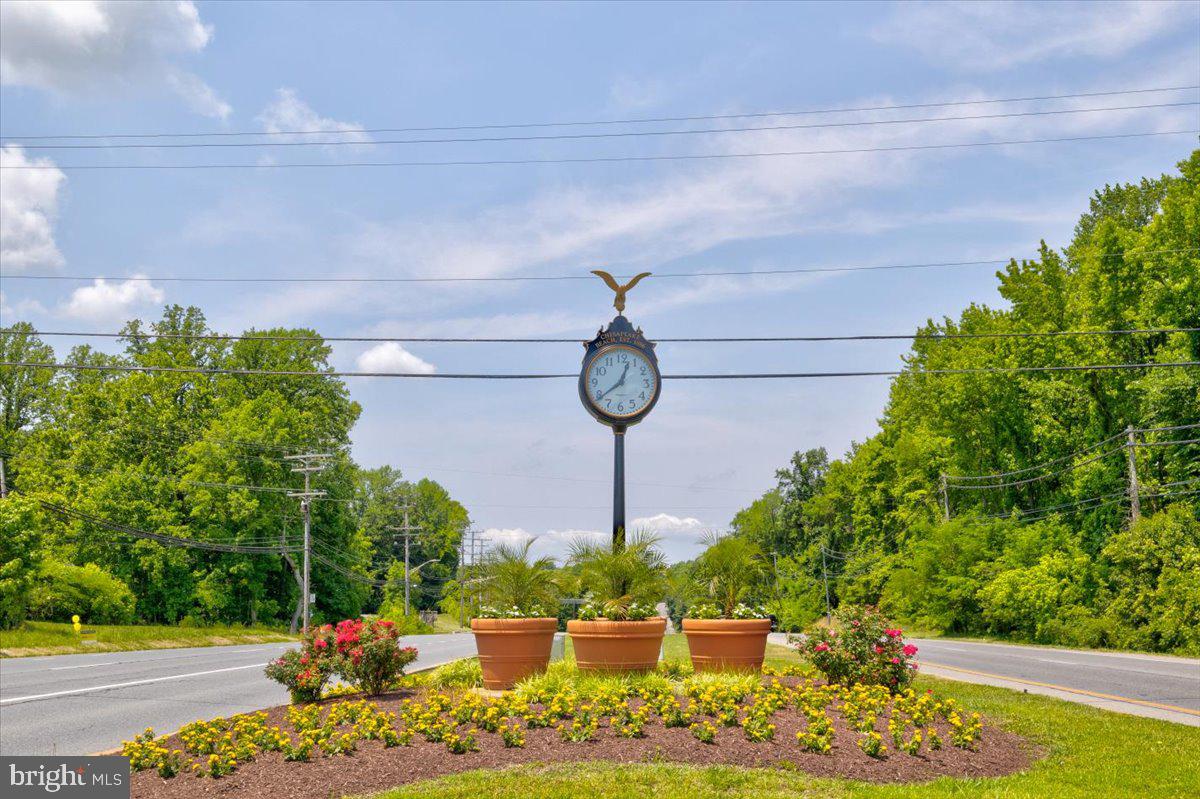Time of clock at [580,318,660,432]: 12:39
